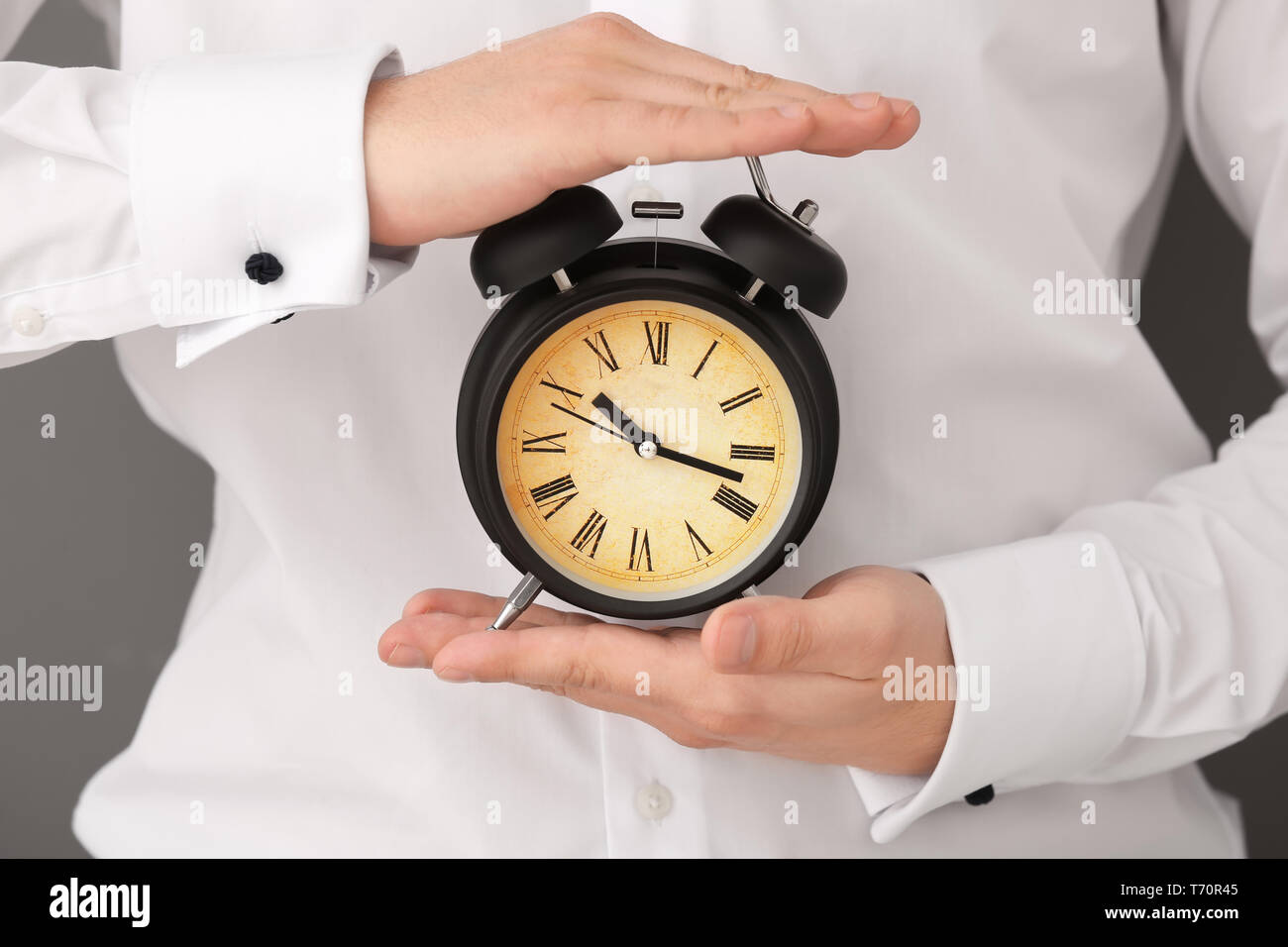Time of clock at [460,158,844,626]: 10:17
